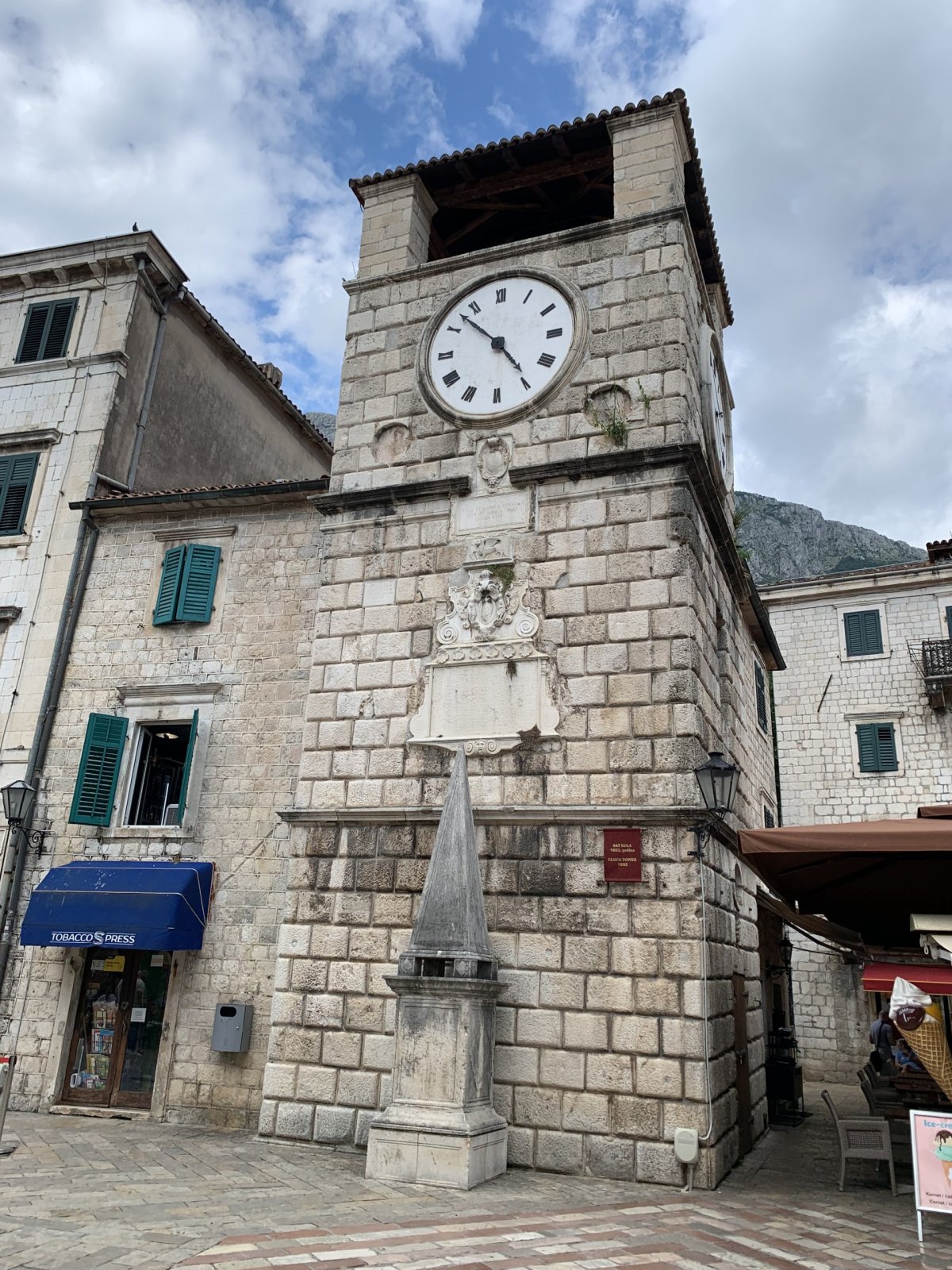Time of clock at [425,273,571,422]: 4:52
